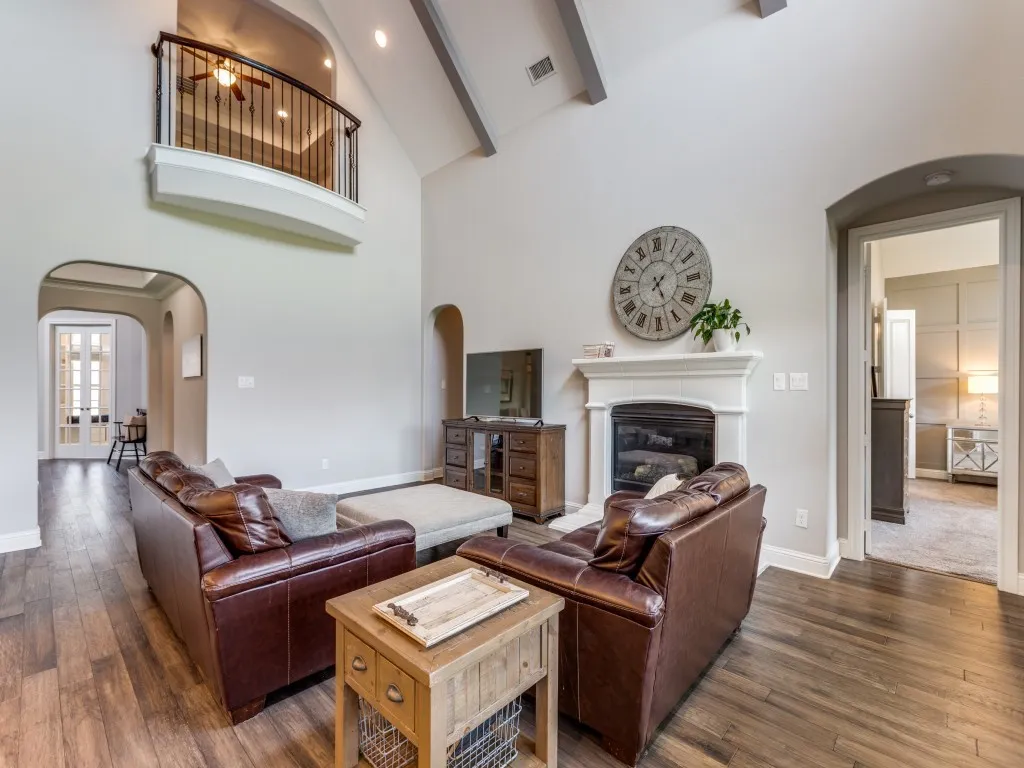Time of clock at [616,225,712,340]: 1:26
